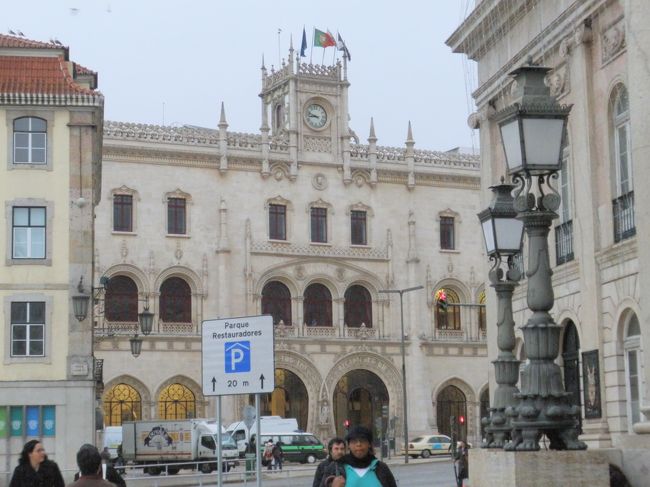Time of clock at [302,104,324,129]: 8:48
